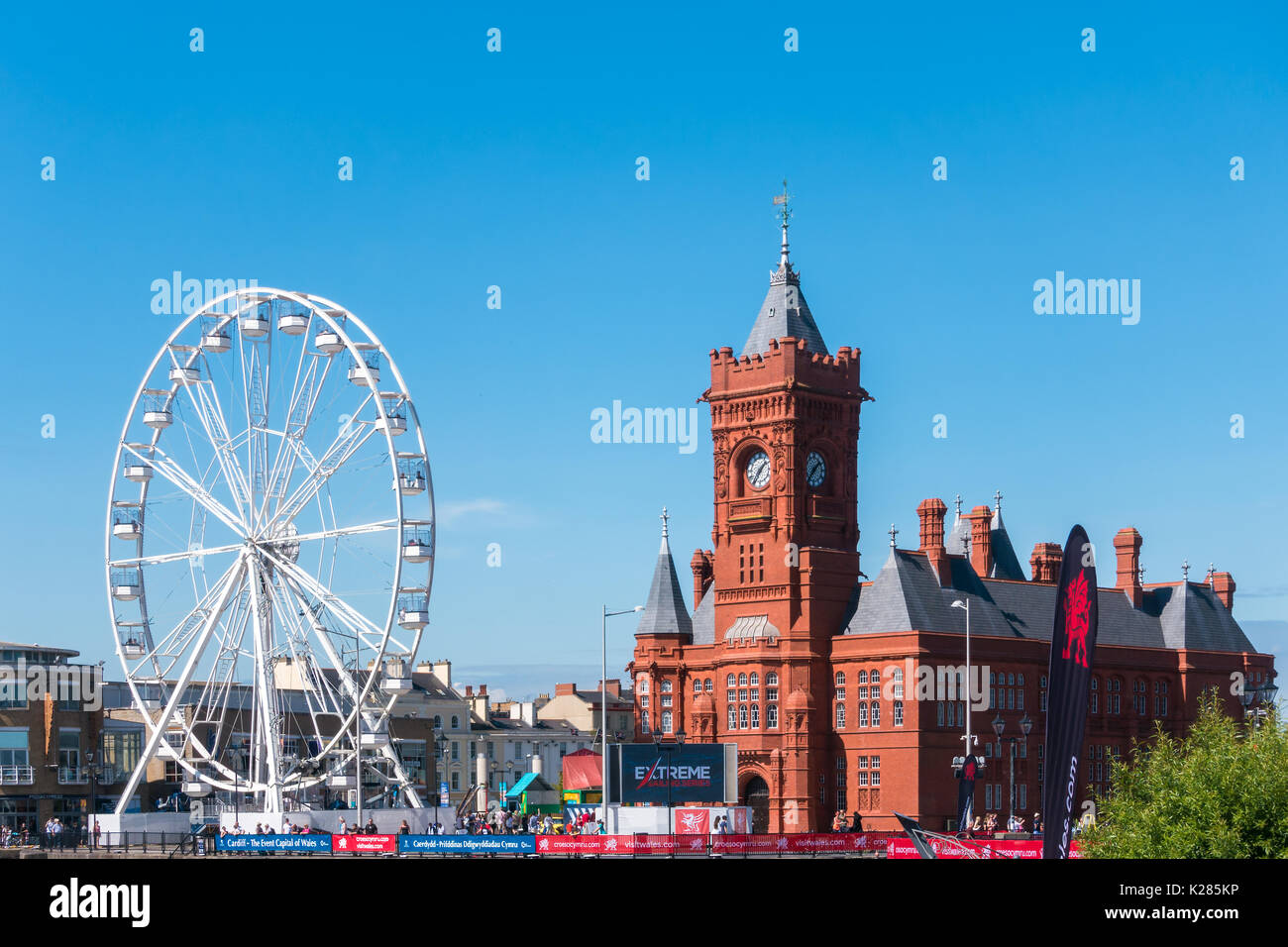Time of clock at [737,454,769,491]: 1:35
